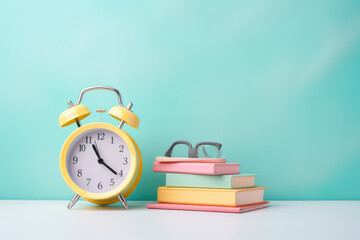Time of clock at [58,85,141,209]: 11:21
